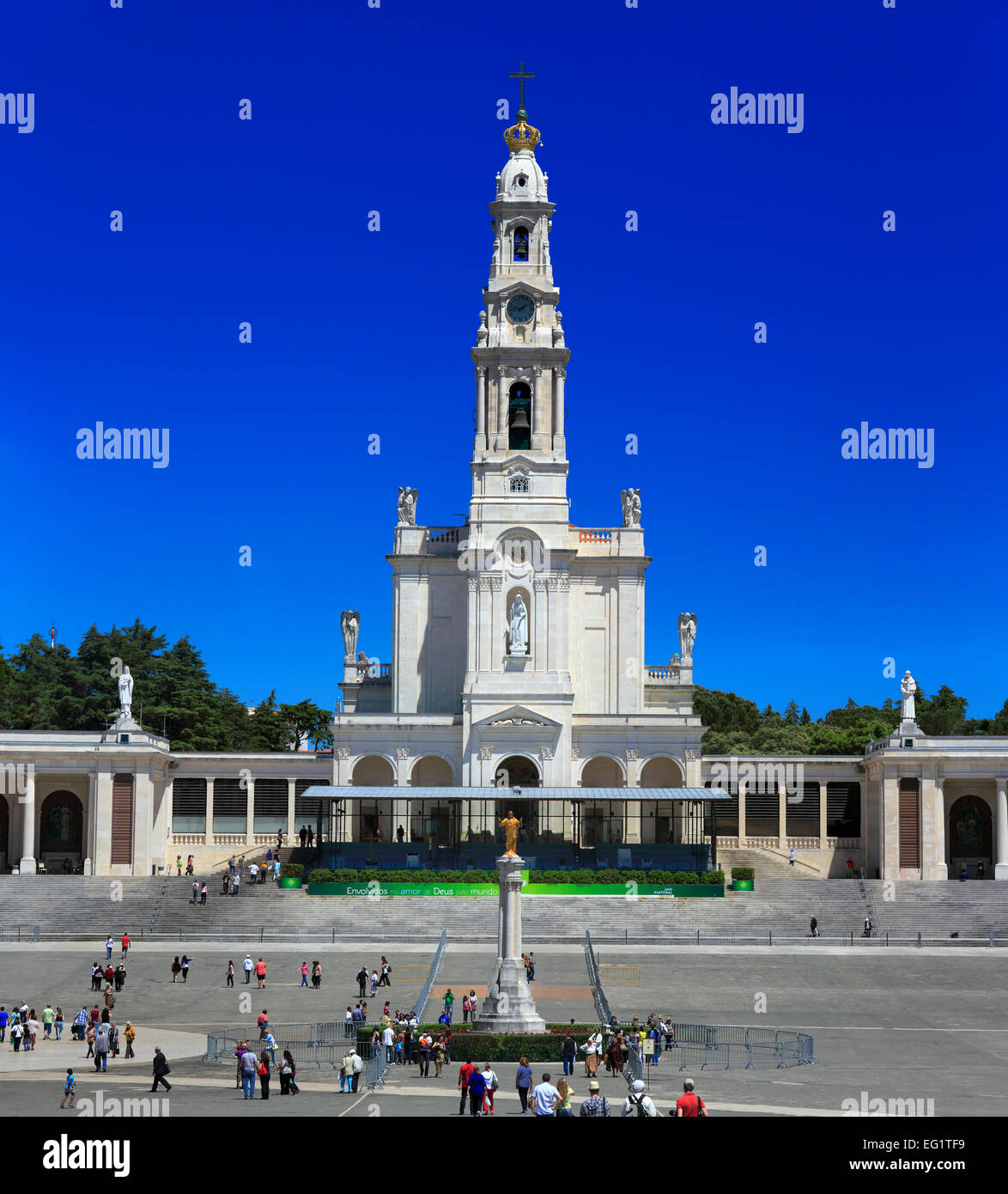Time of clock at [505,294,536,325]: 1:46
